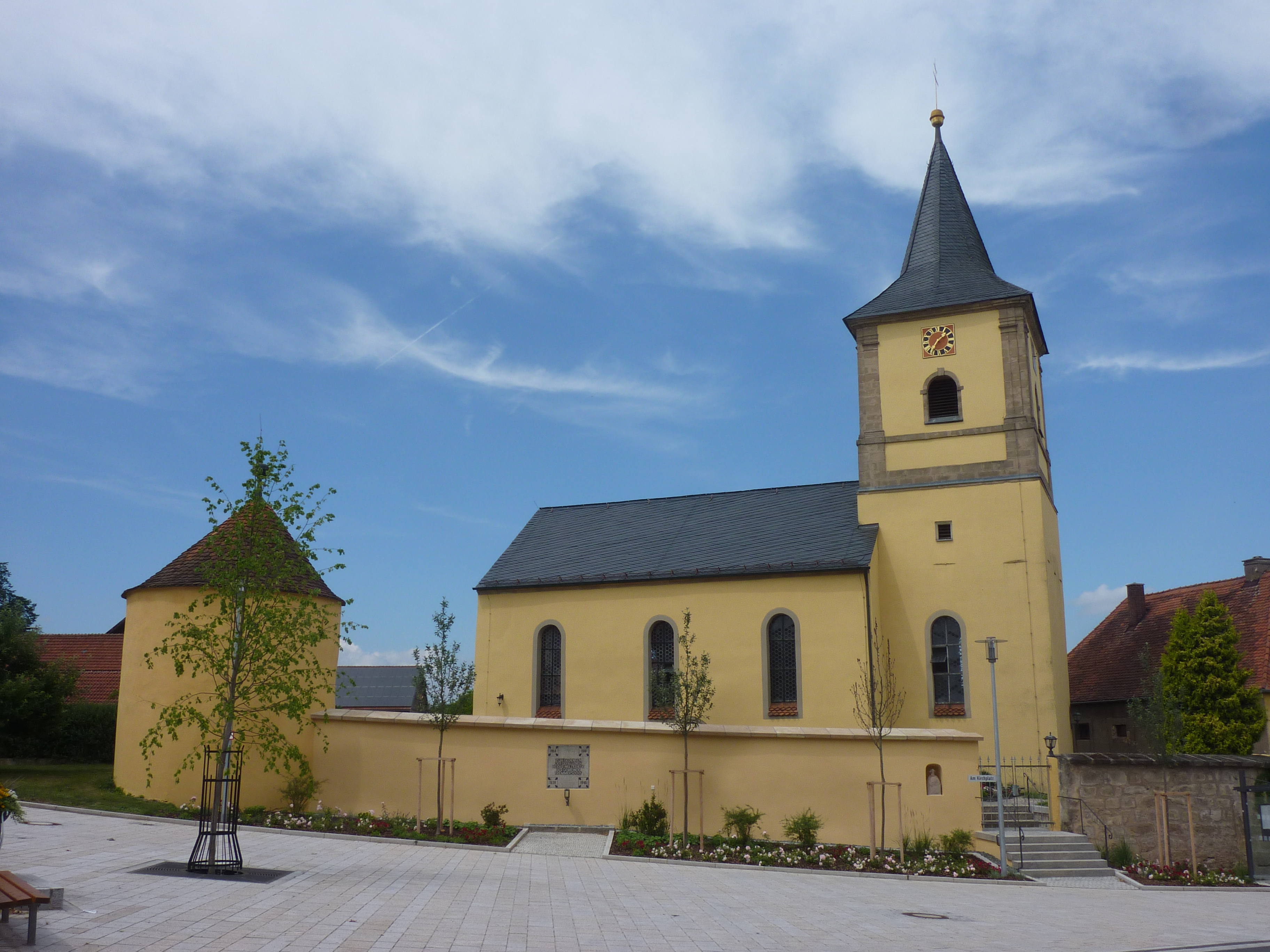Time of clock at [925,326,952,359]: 1:34
